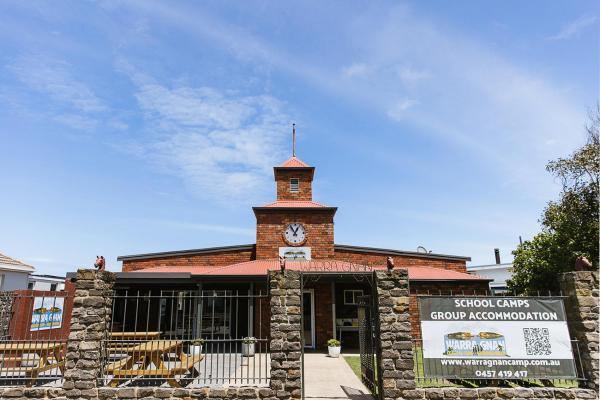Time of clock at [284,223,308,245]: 12:55
